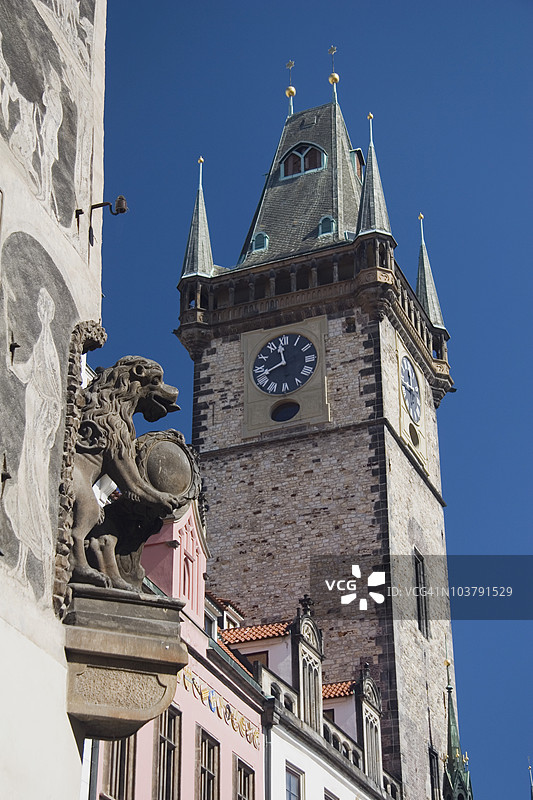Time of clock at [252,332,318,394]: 11:41
